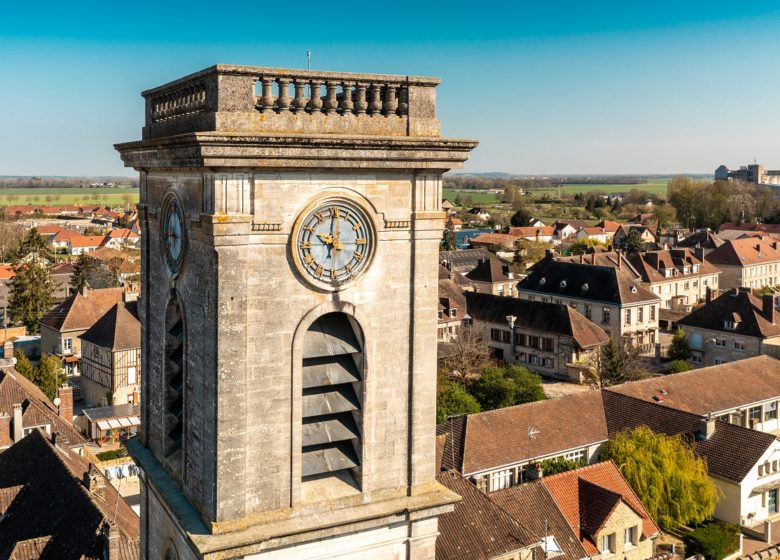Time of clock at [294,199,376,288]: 10:00
